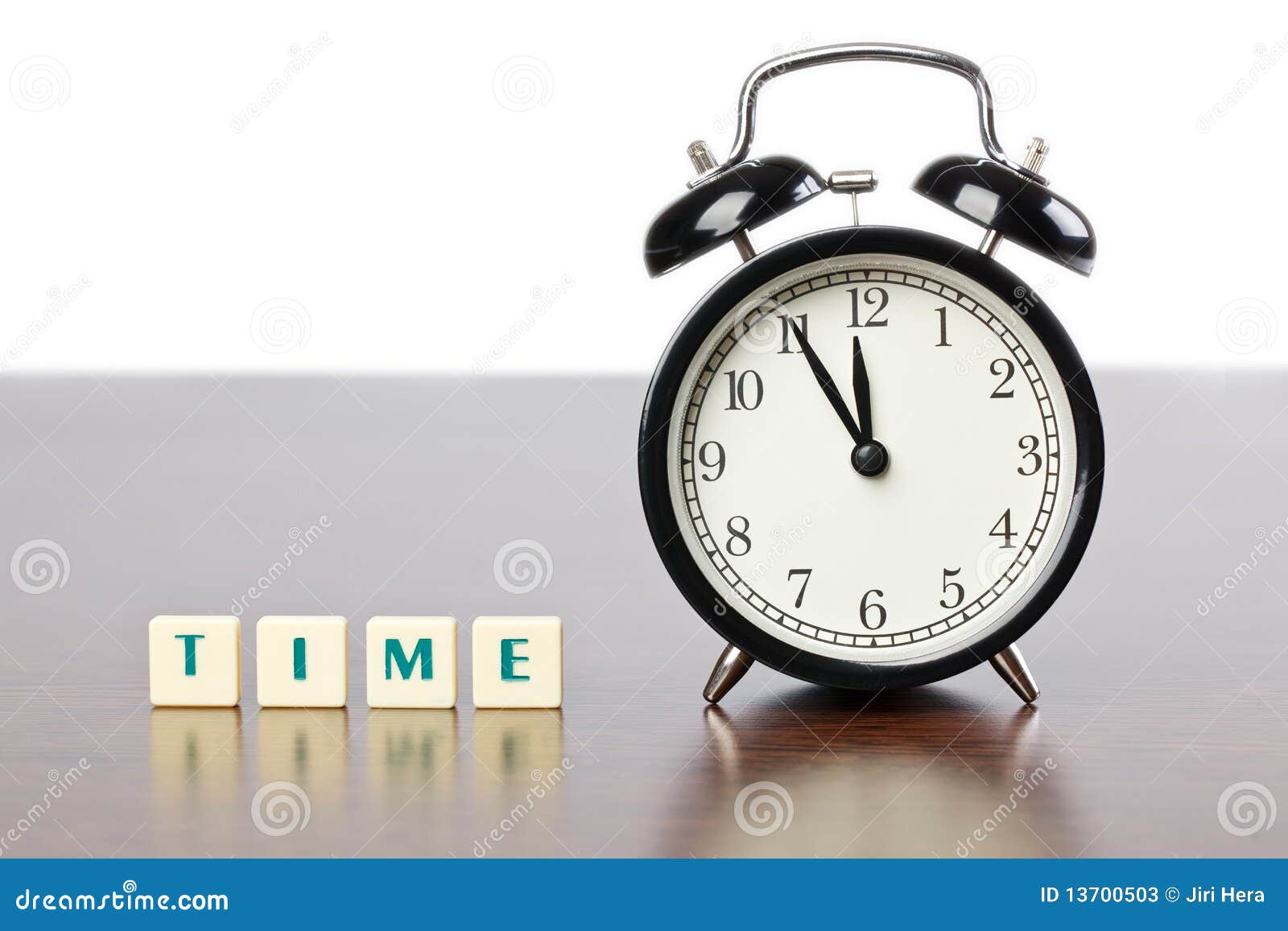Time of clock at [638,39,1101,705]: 11:55
